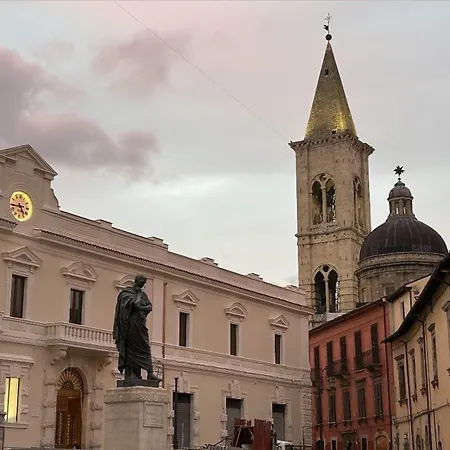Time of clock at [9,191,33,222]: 4:43
